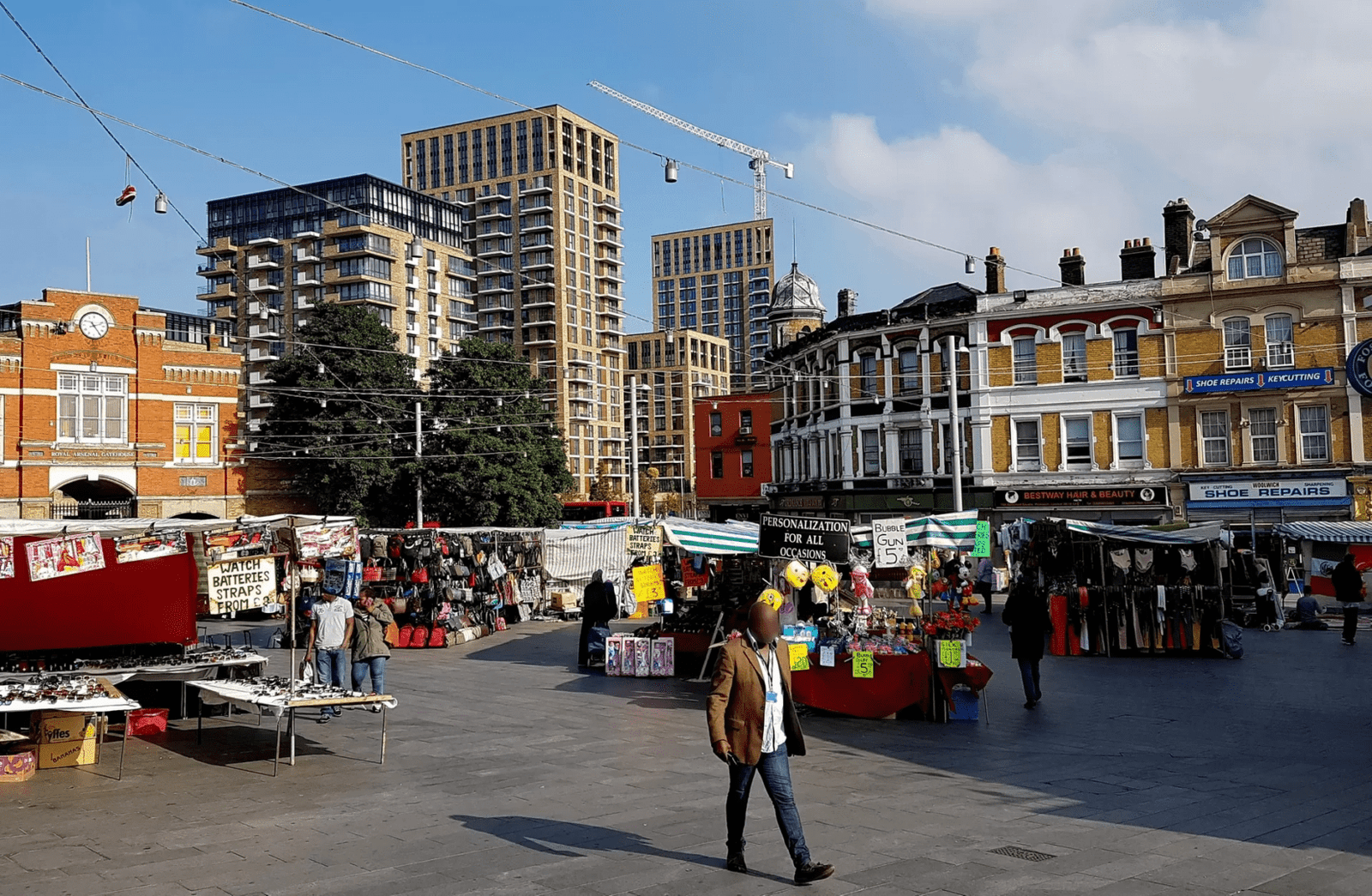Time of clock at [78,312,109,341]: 2:24
